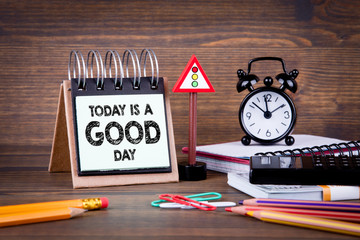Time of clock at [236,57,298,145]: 11:52
